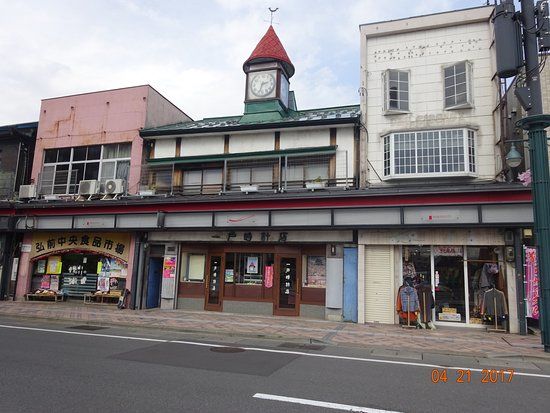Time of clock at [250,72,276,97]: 2:33
